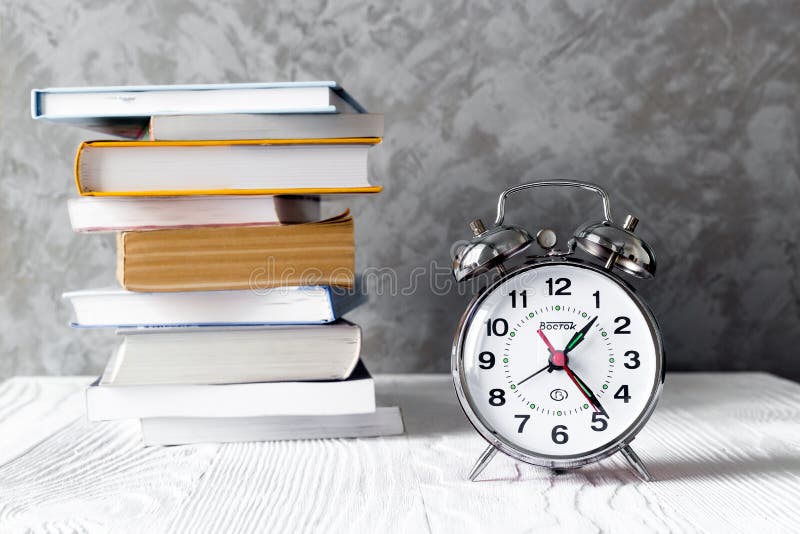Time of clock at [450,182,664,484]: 1:23
